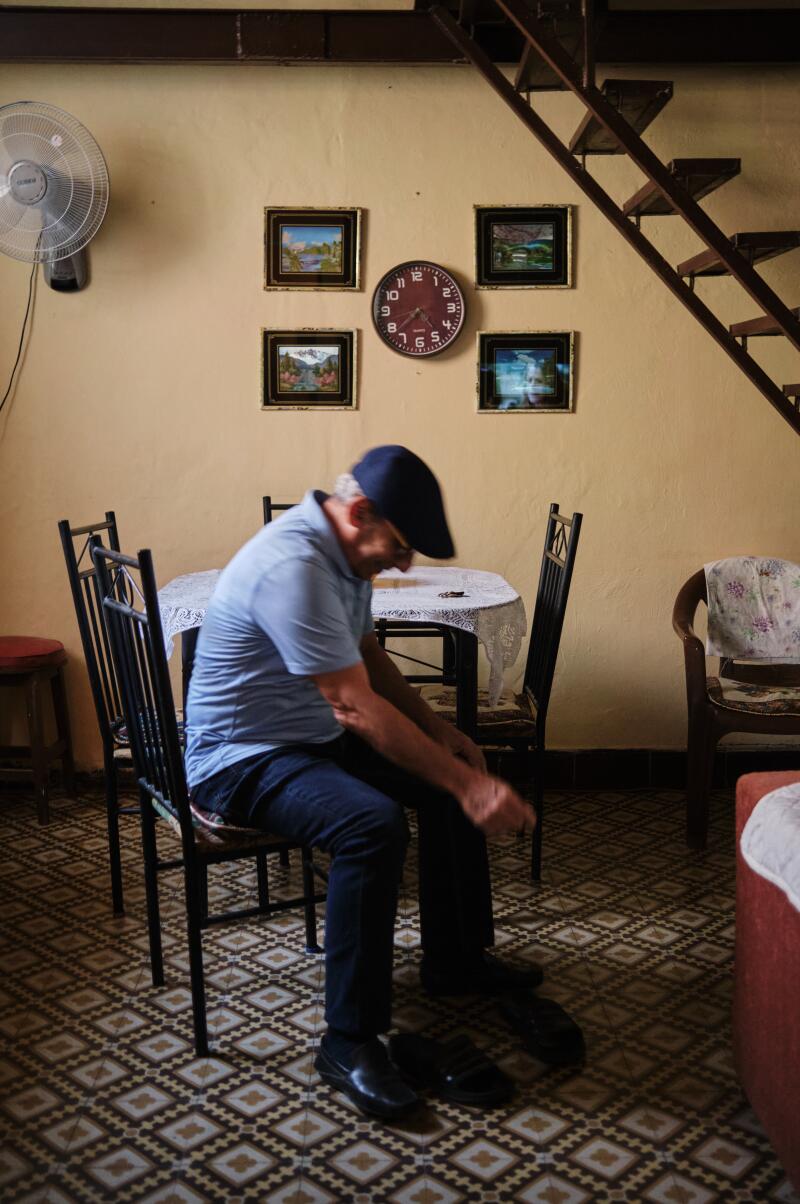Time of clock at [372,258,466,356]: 4:38
